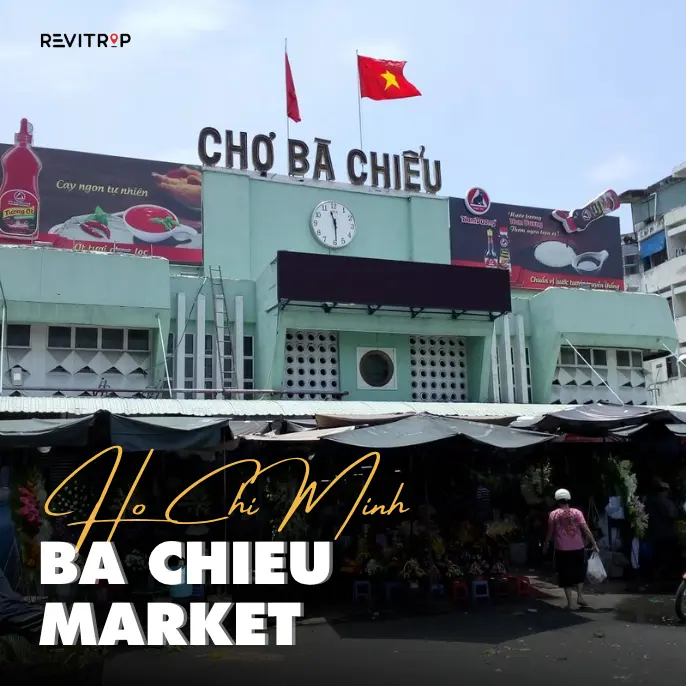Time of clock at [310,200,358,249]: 11:29
